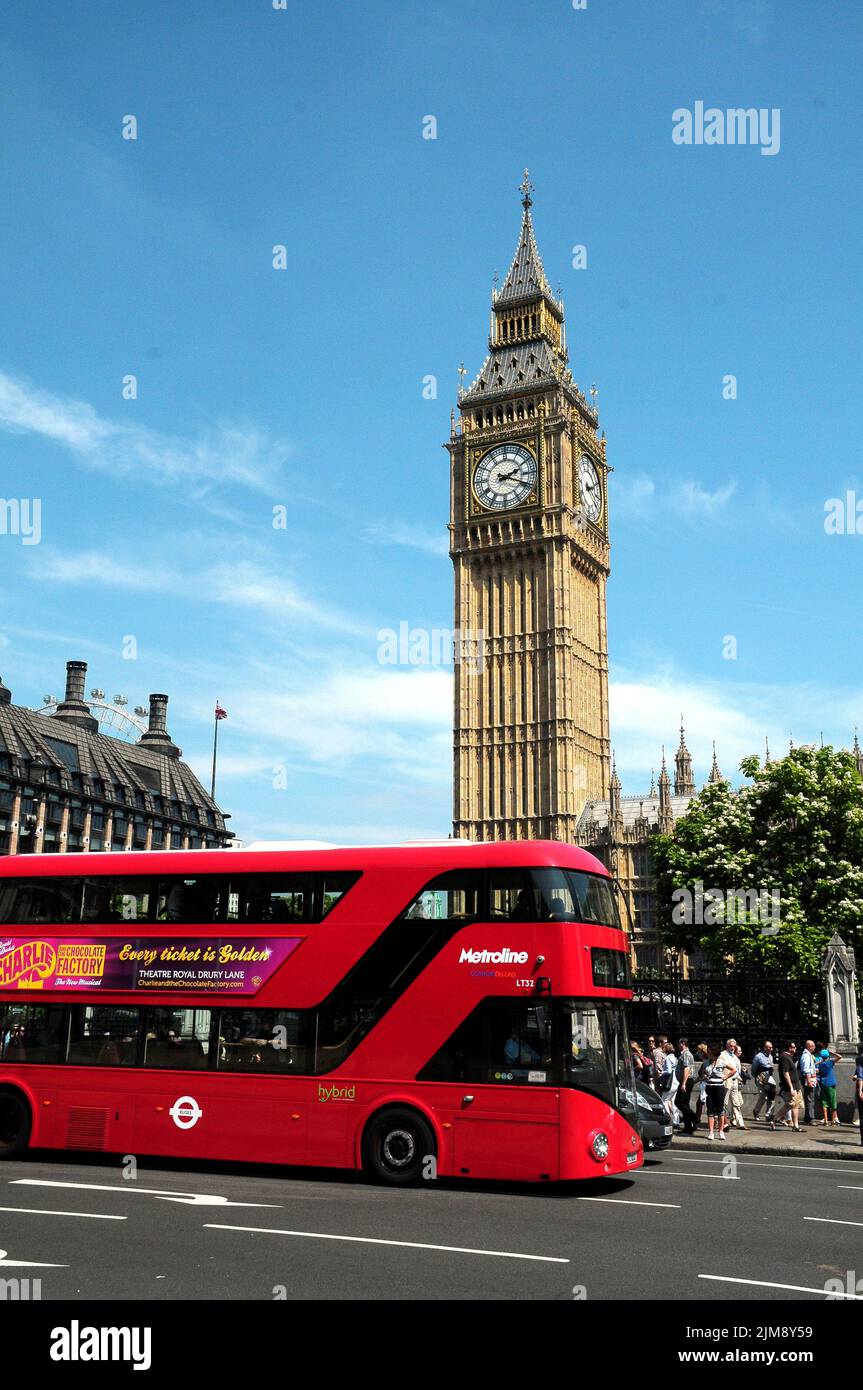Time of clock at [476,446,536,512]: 2:18
